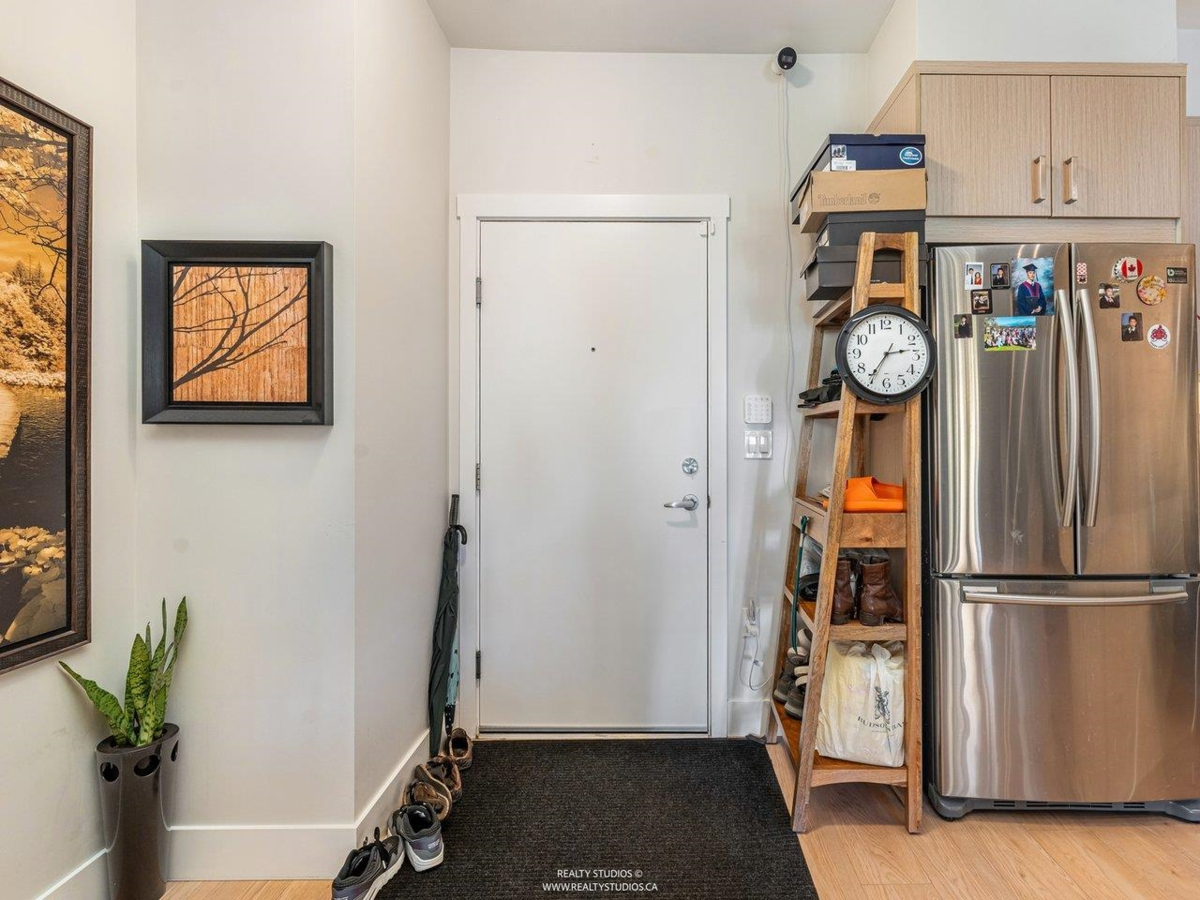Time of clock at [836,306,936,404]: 2:35
